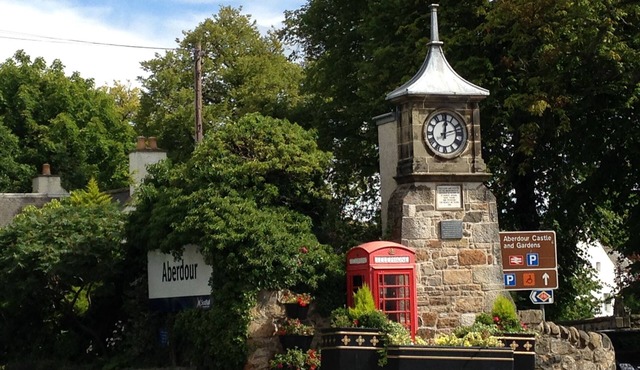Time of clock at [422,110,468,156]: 12:12
